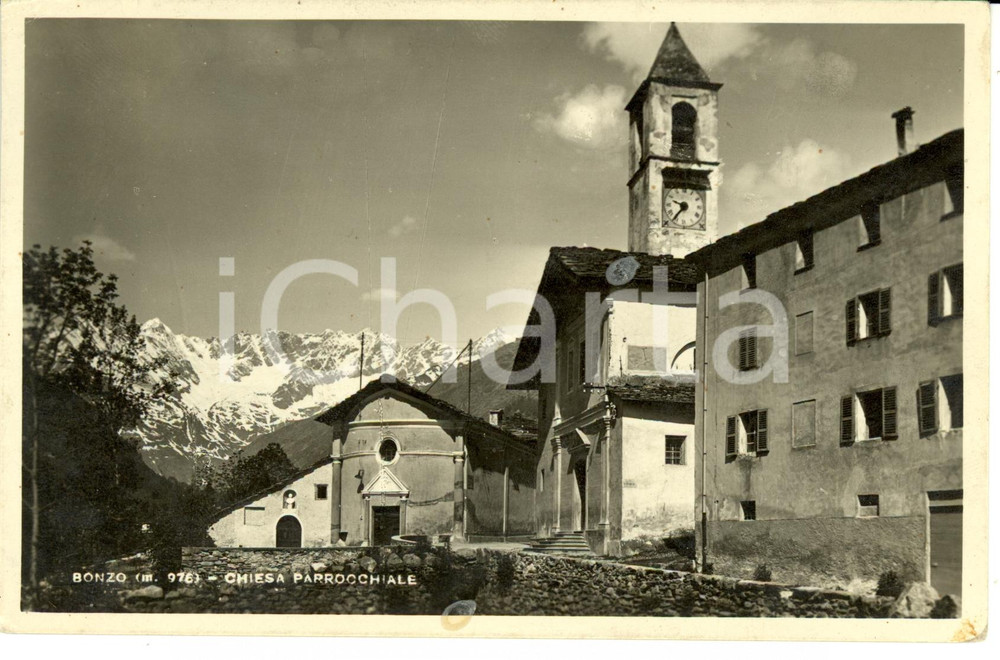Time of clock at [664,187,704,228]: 9:36
